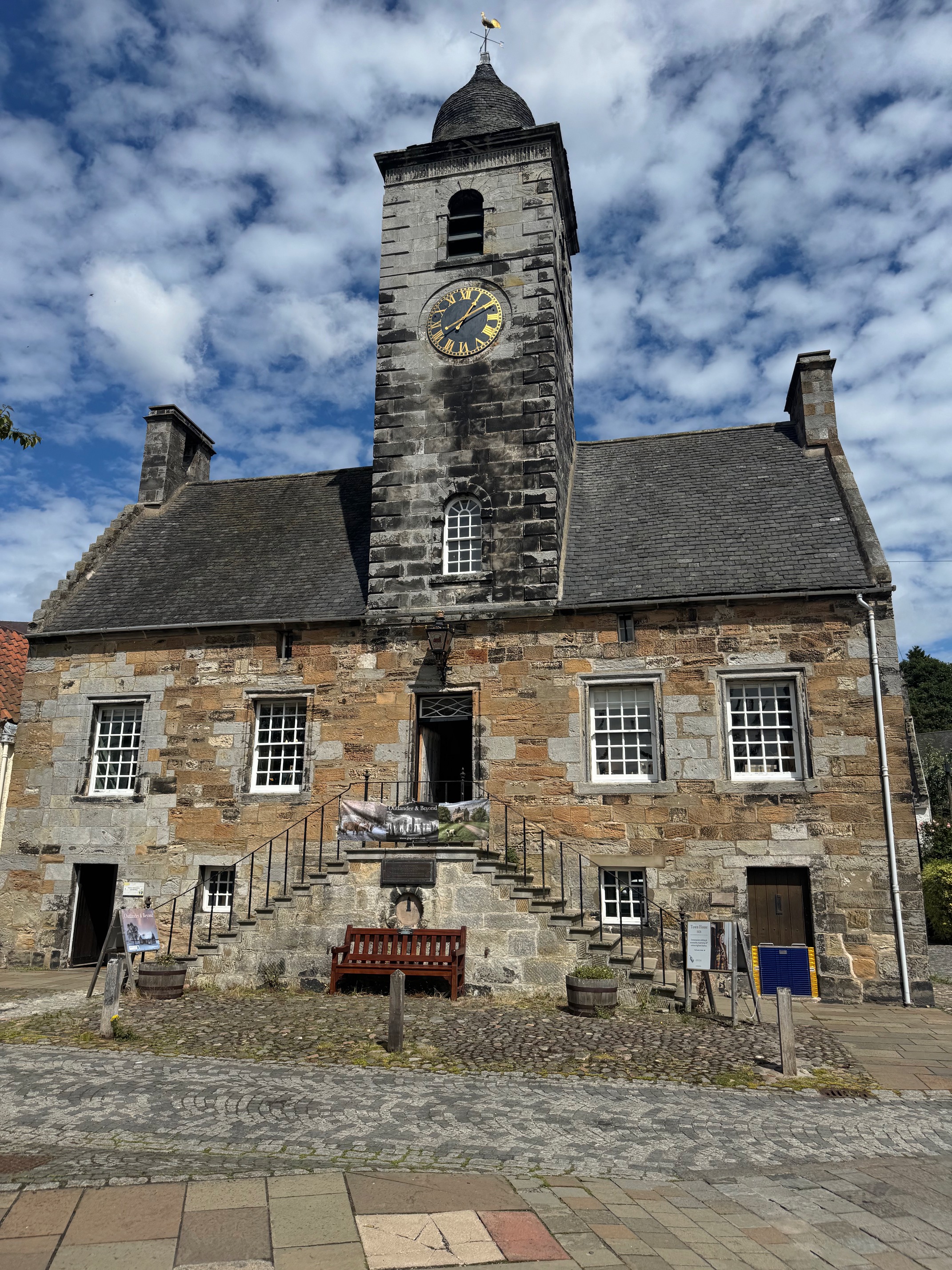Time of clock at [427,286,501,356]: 1:10
